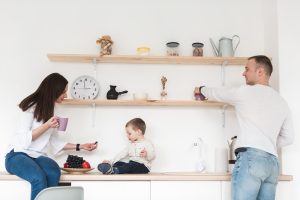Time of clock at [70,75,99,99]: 2:58
